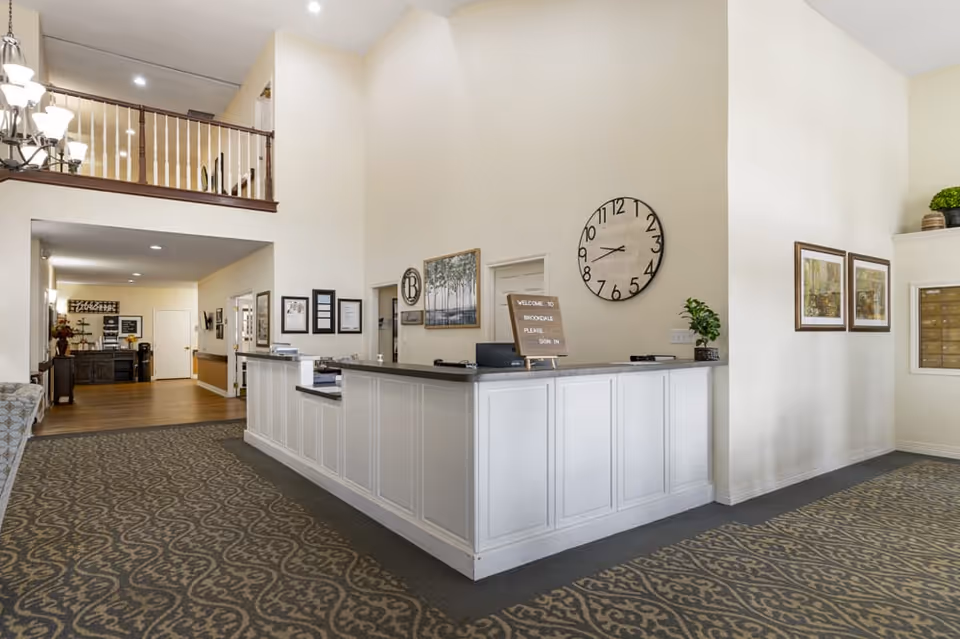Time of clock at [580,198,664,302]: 9:42
